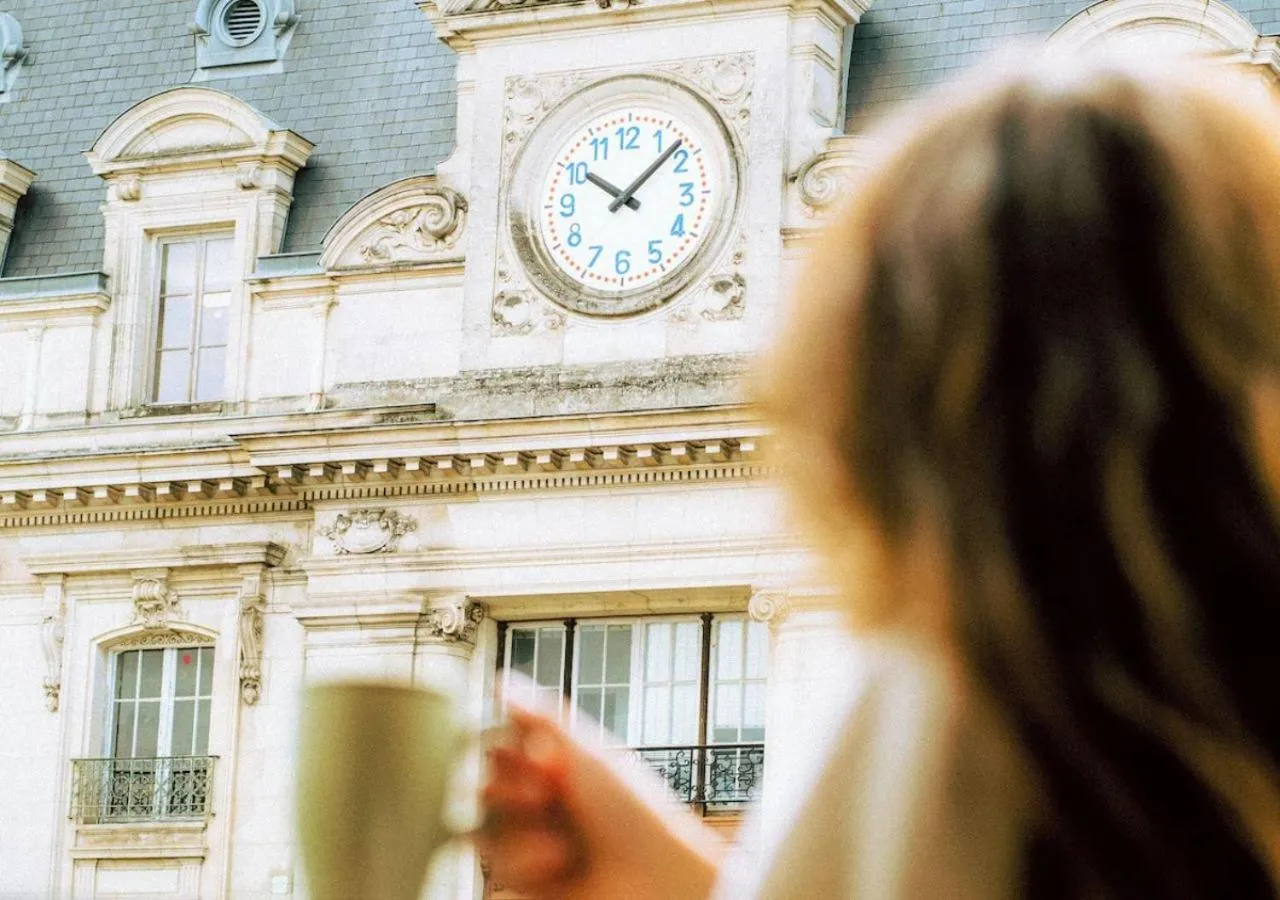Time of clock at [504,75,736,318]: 10:07
